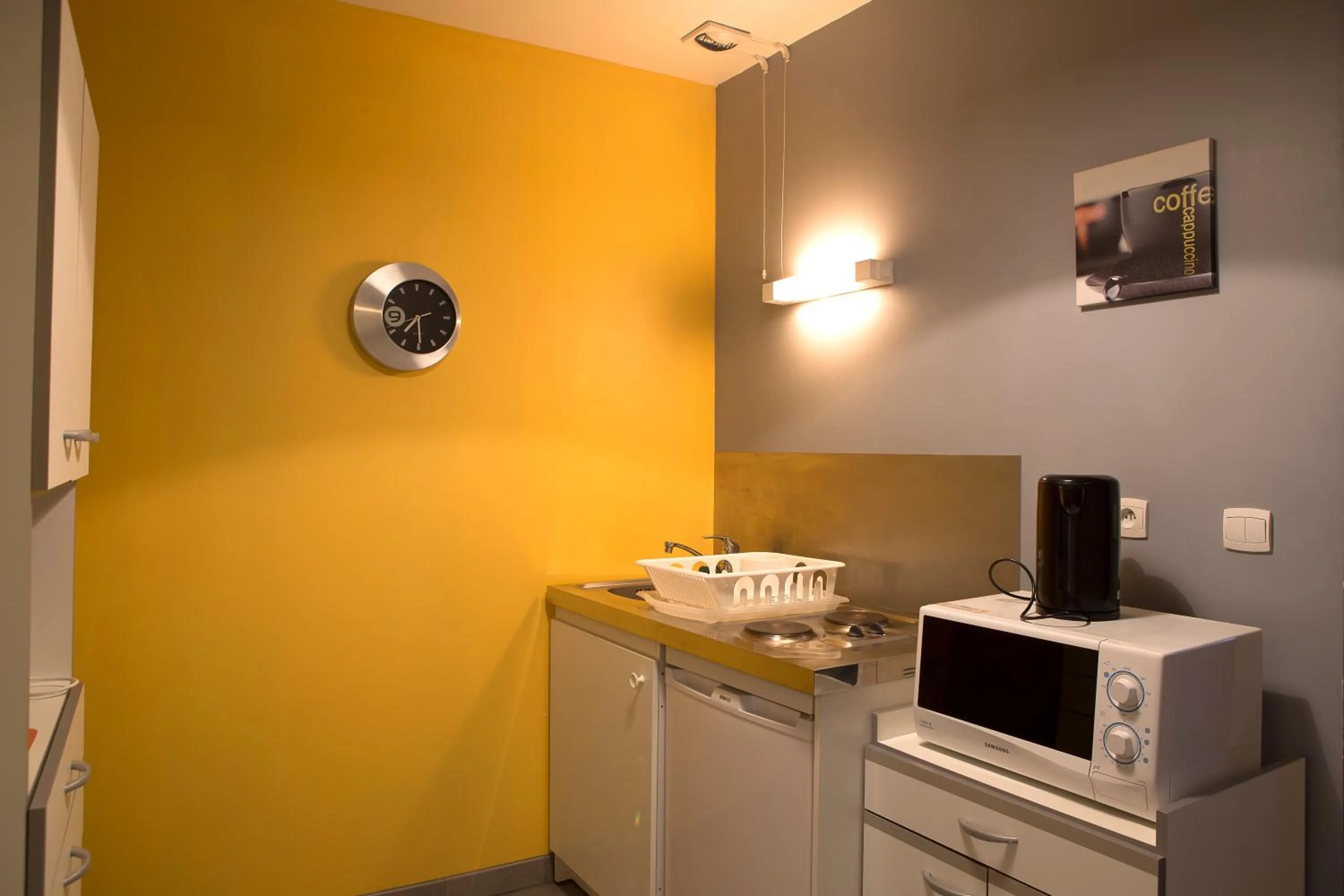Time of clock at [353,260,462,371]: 7:29
